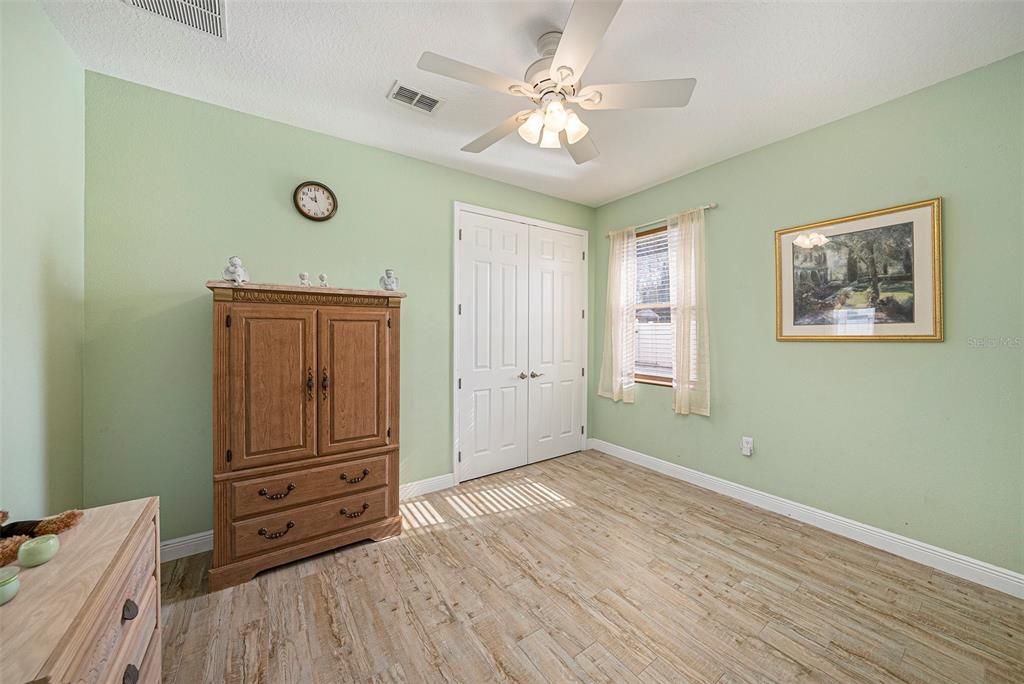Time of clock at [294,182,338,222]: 9:59
